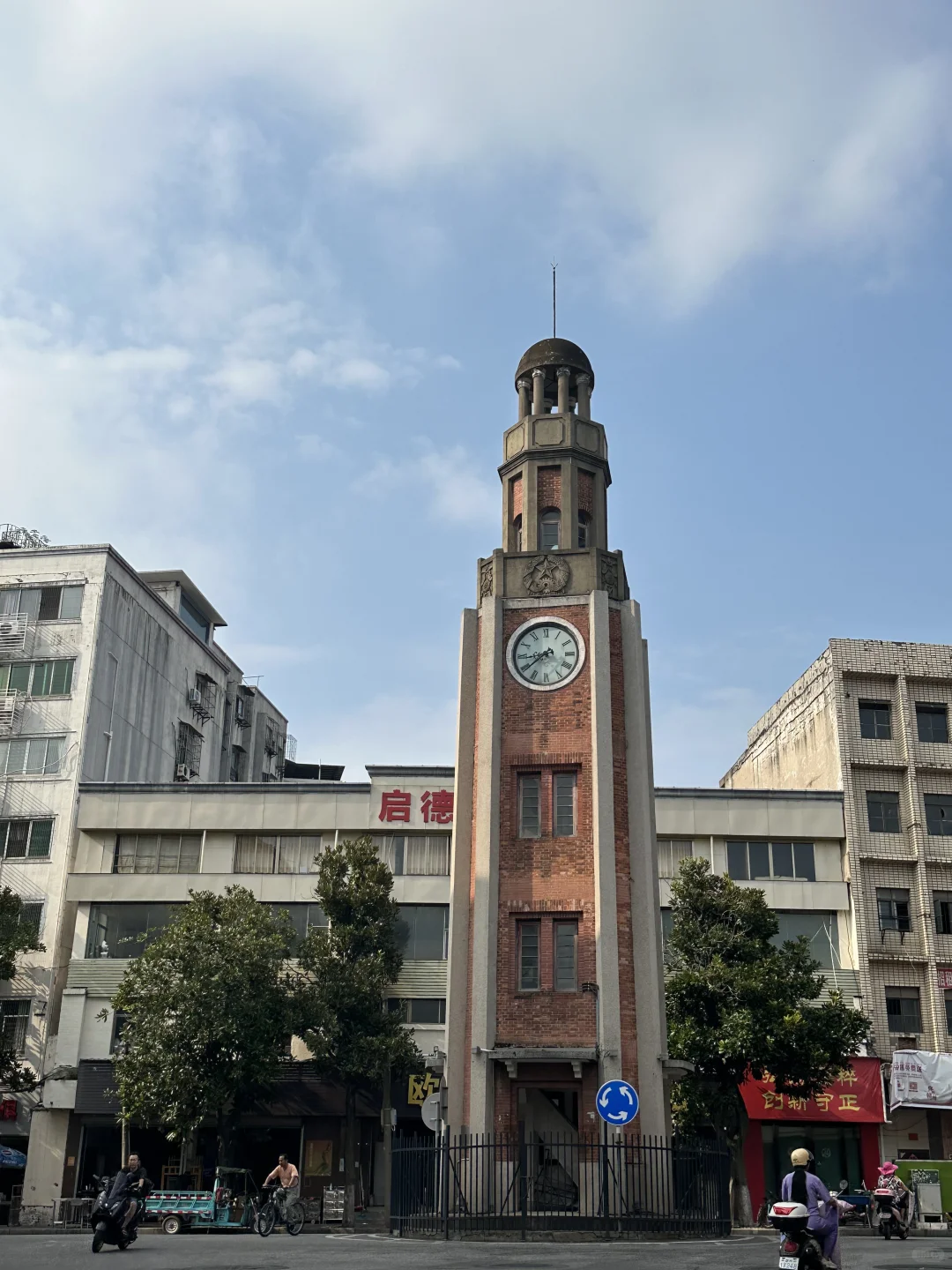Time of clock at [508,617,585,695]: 8:38
